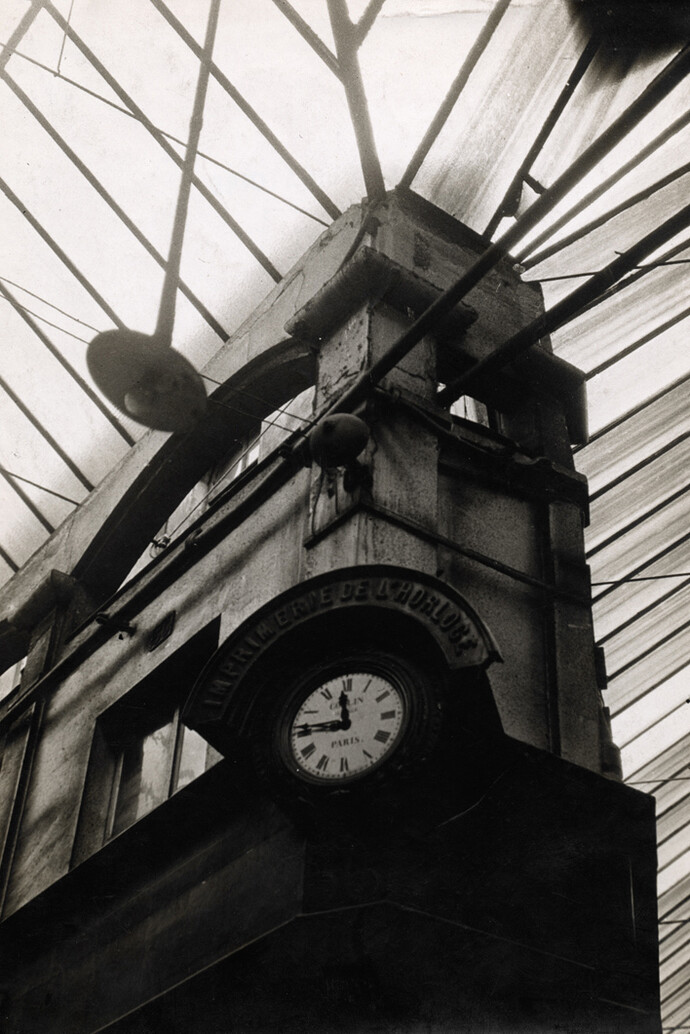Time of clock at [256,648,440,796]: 11:46
